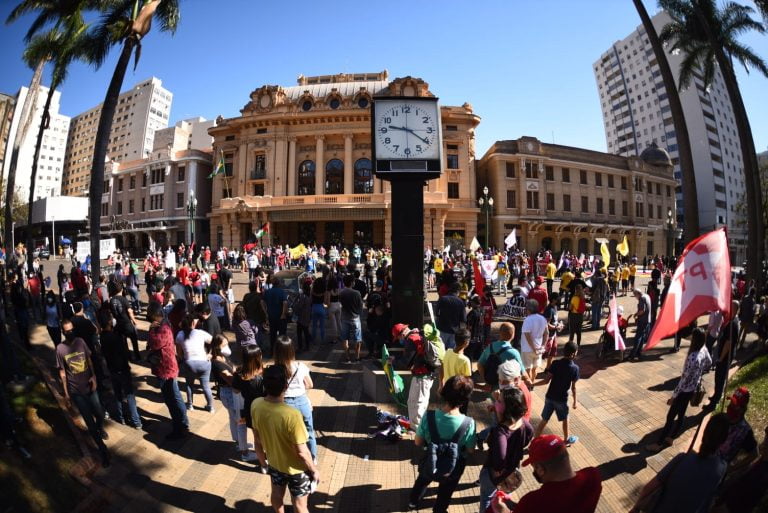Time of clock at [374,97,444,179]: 9:20
